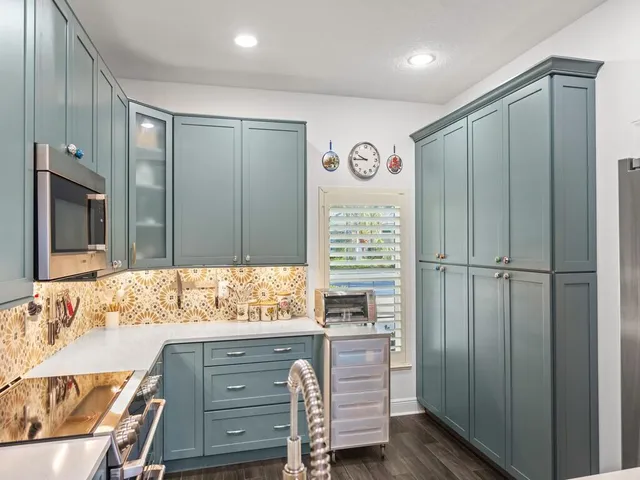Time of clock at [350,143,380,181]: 9:44
